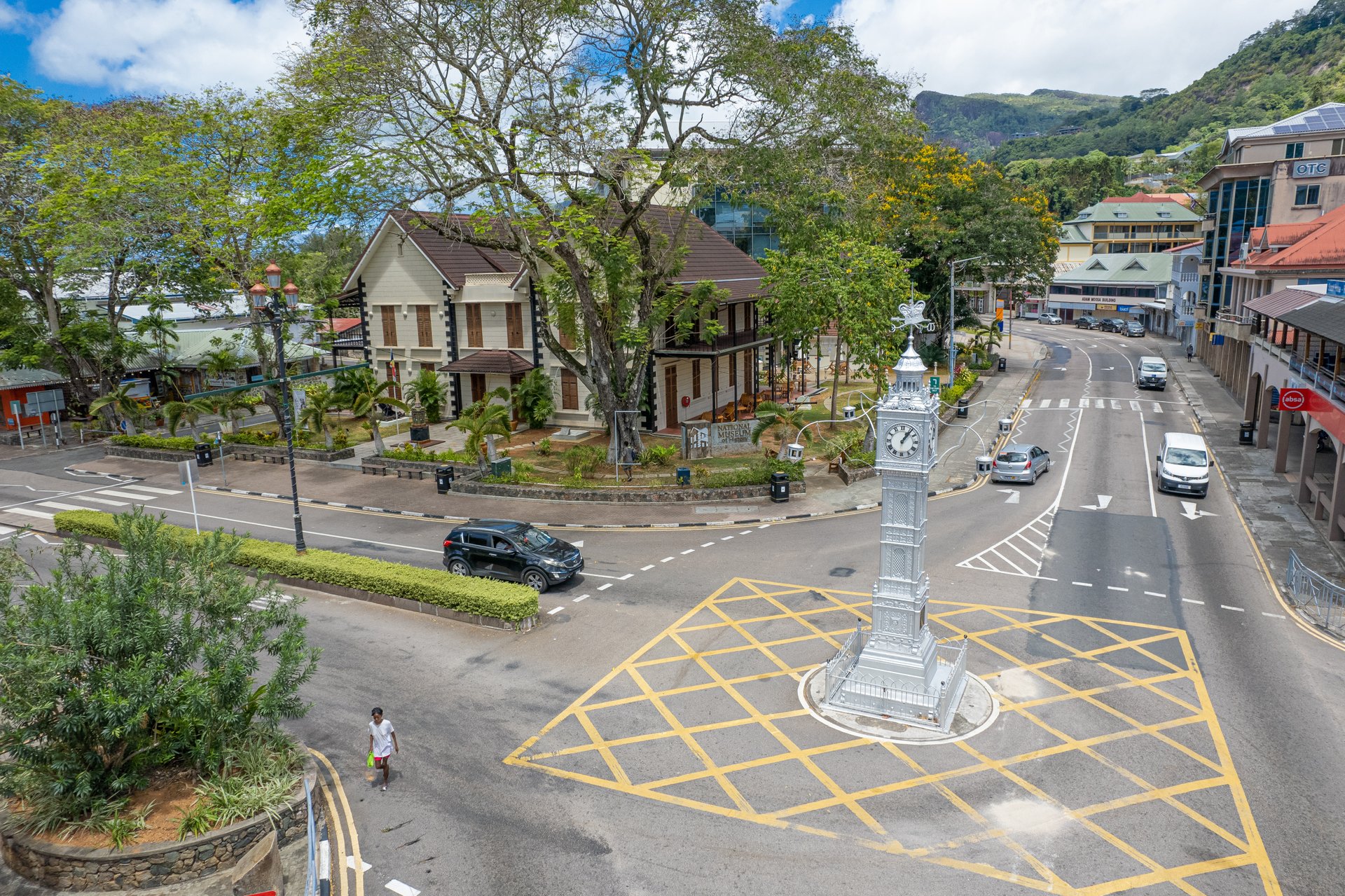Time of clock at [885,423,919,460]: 1:06
